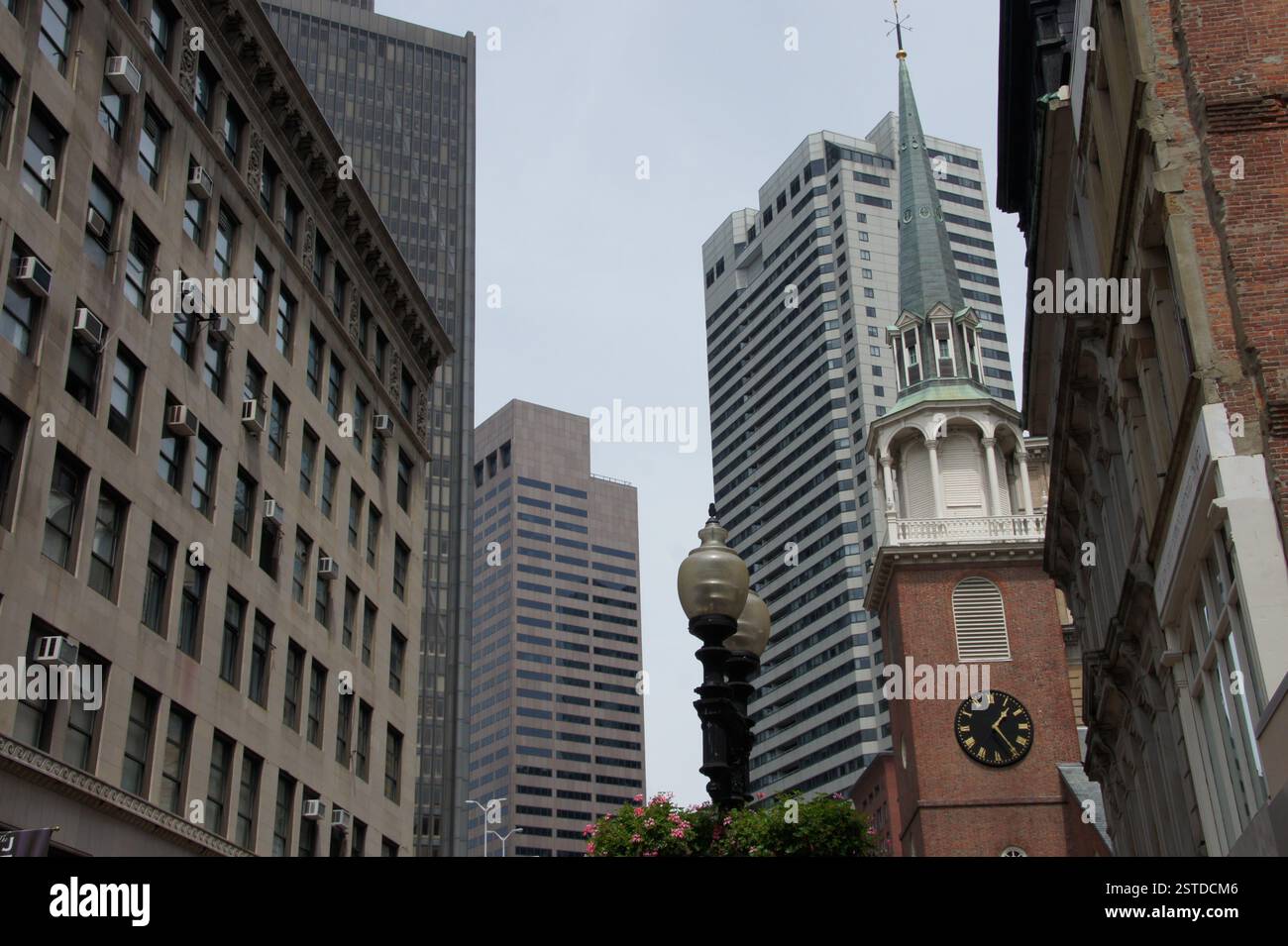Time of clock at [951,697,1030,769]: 1:24
